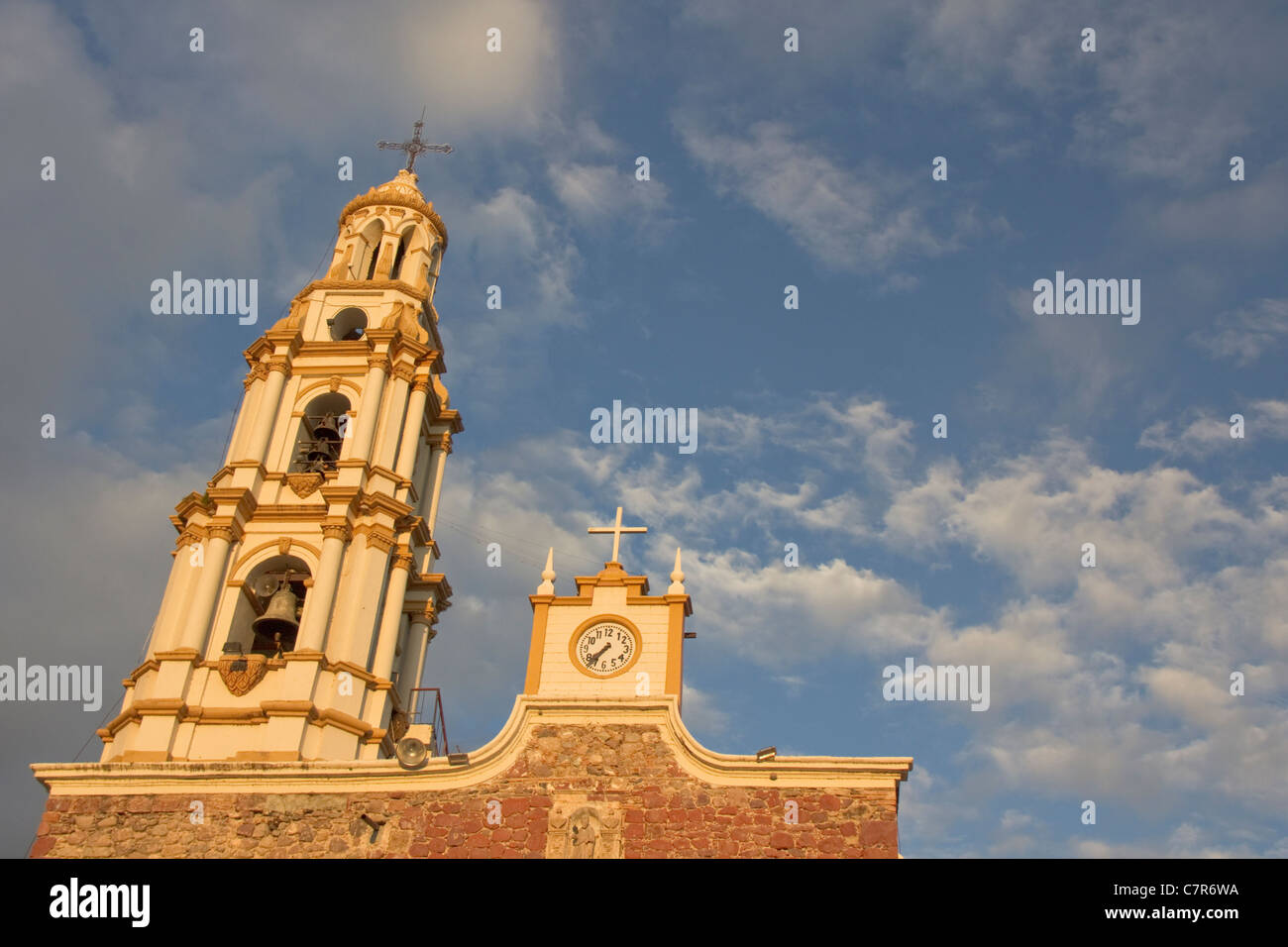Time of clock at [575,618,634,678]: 7:36
